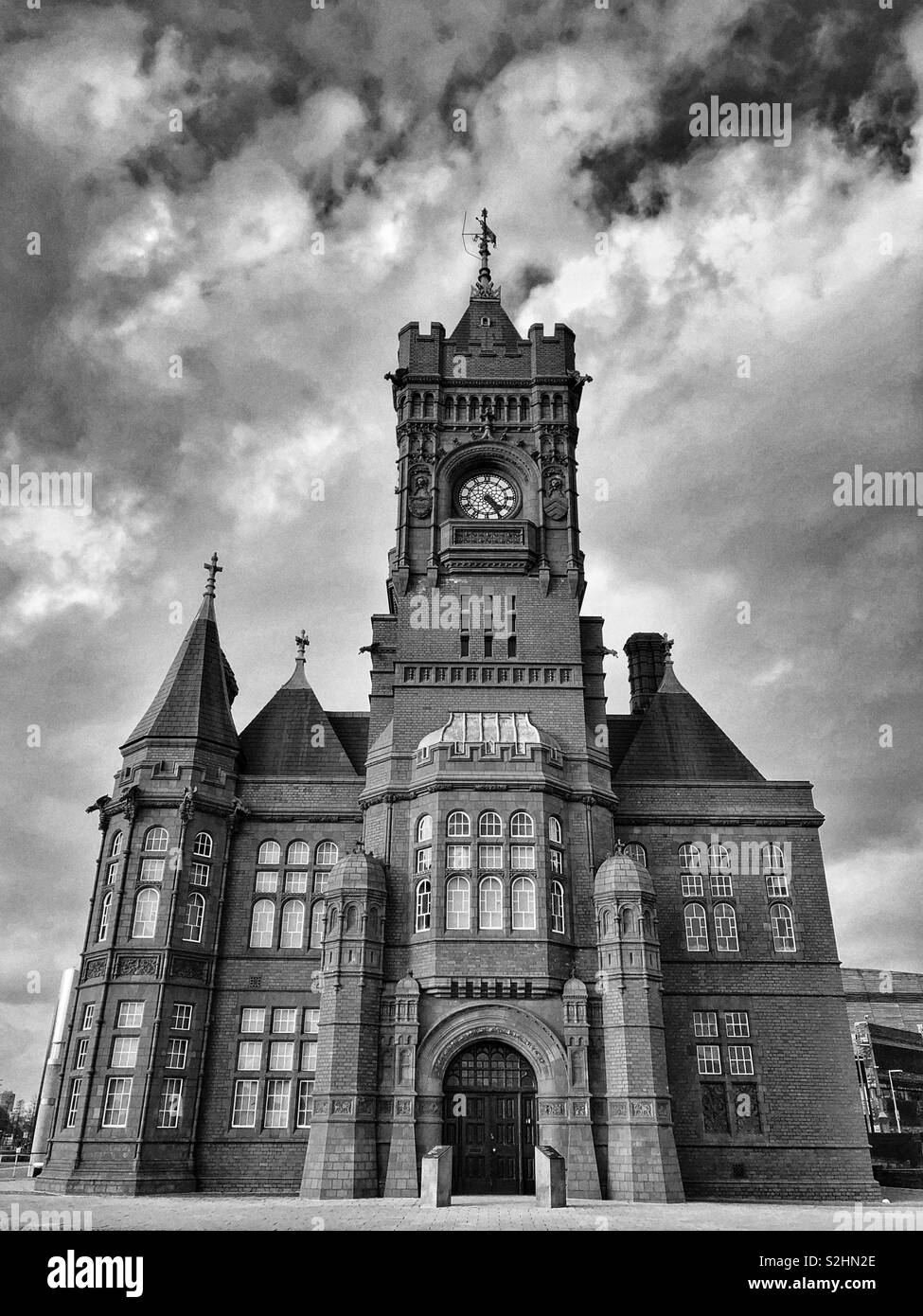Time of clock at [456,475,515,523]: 4:24
